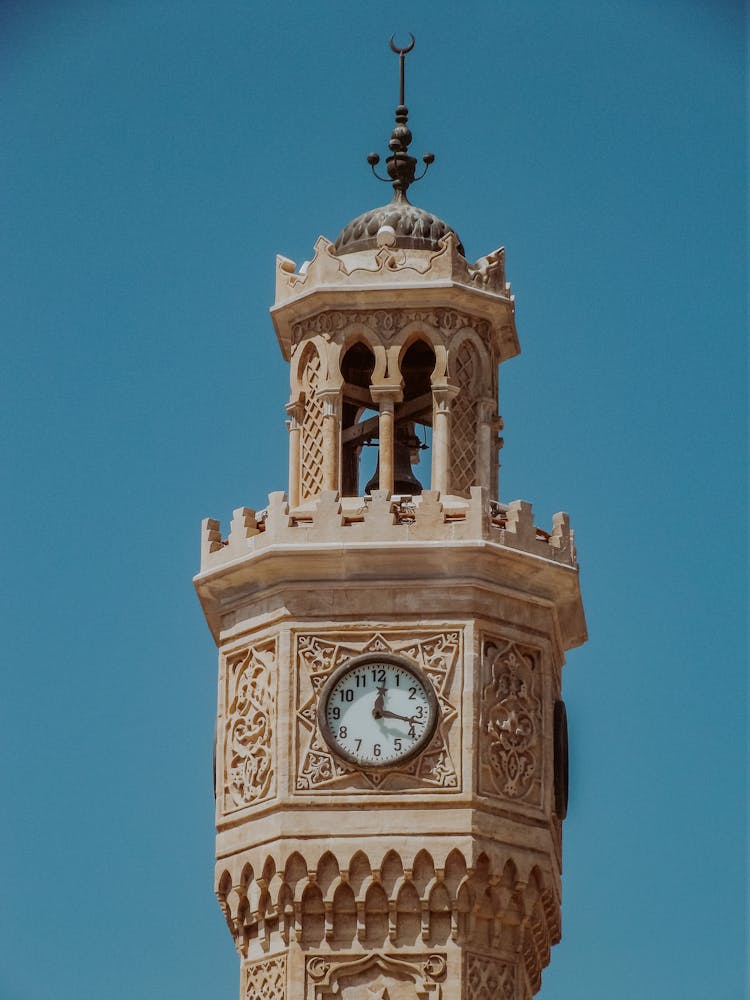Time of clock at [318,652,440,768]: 12:17
